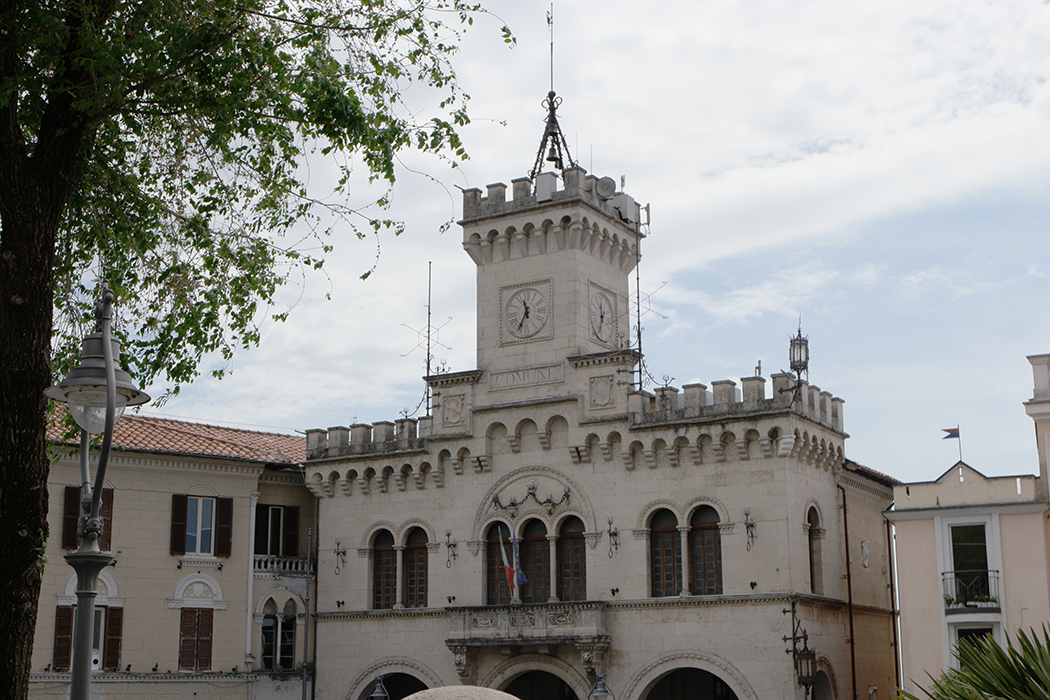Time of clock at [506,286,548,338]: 11:34
